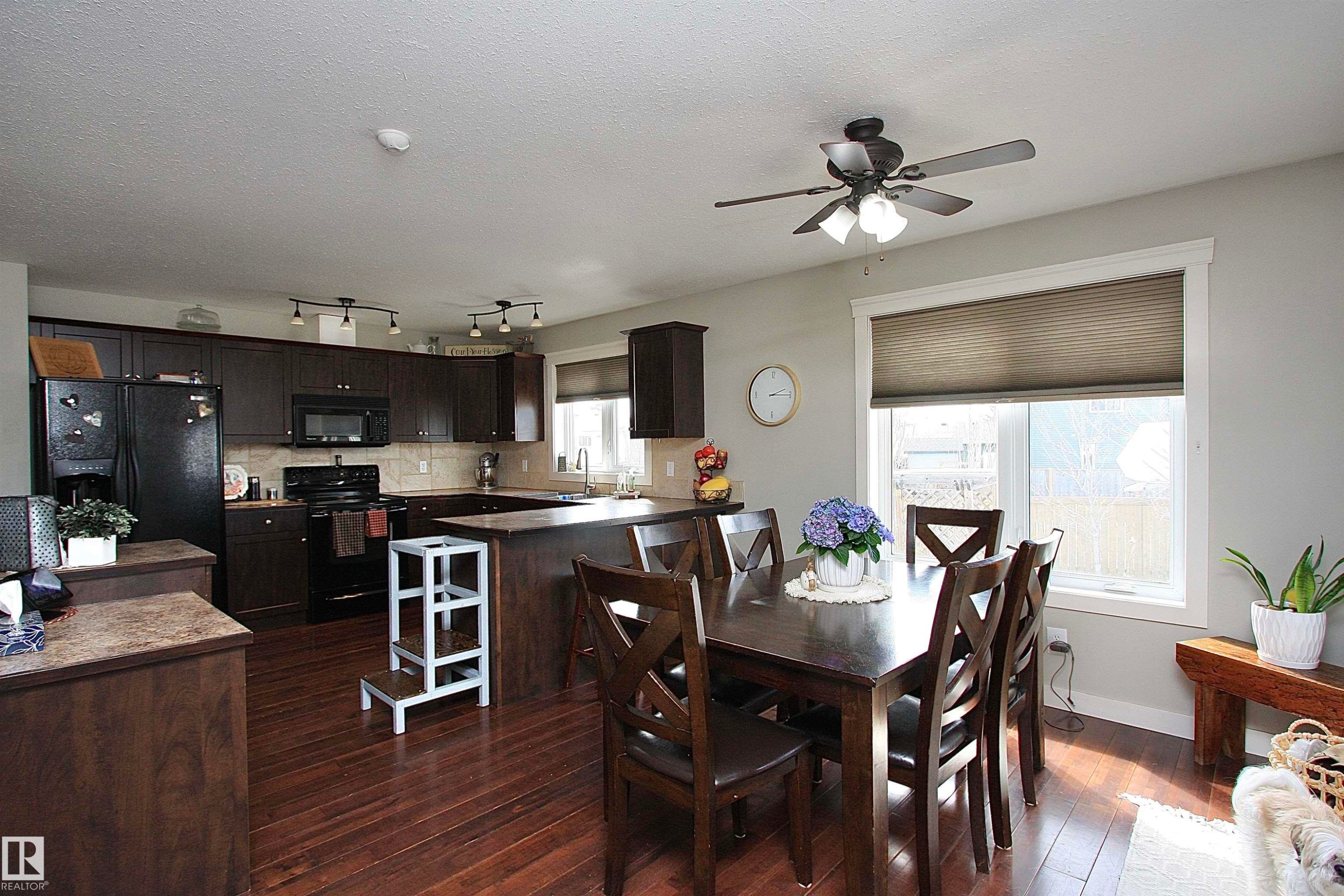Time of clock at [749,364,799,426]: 2:14
